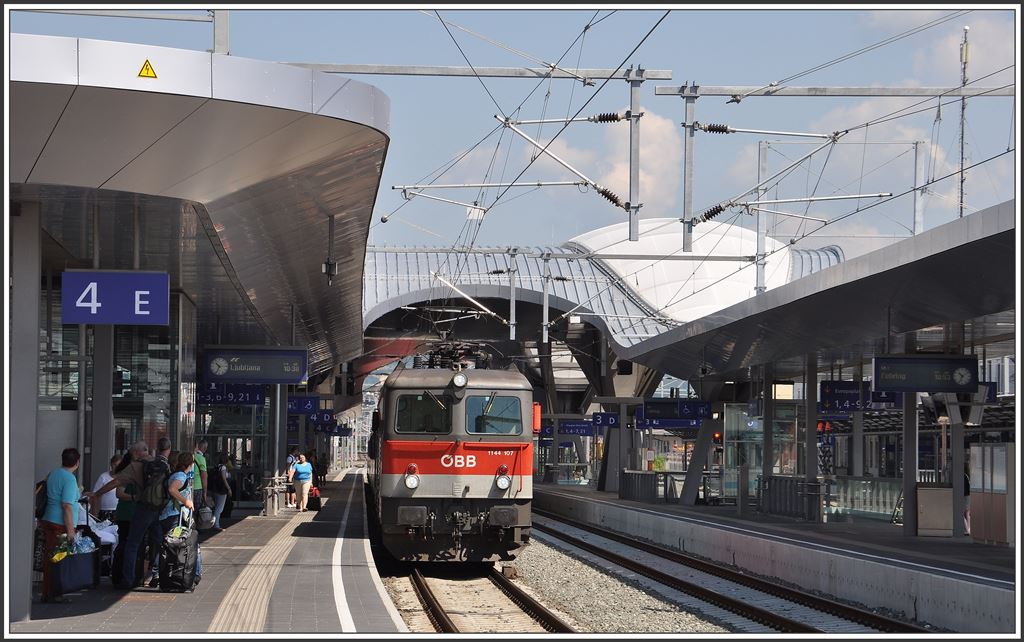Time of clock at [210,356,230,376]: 10:34
